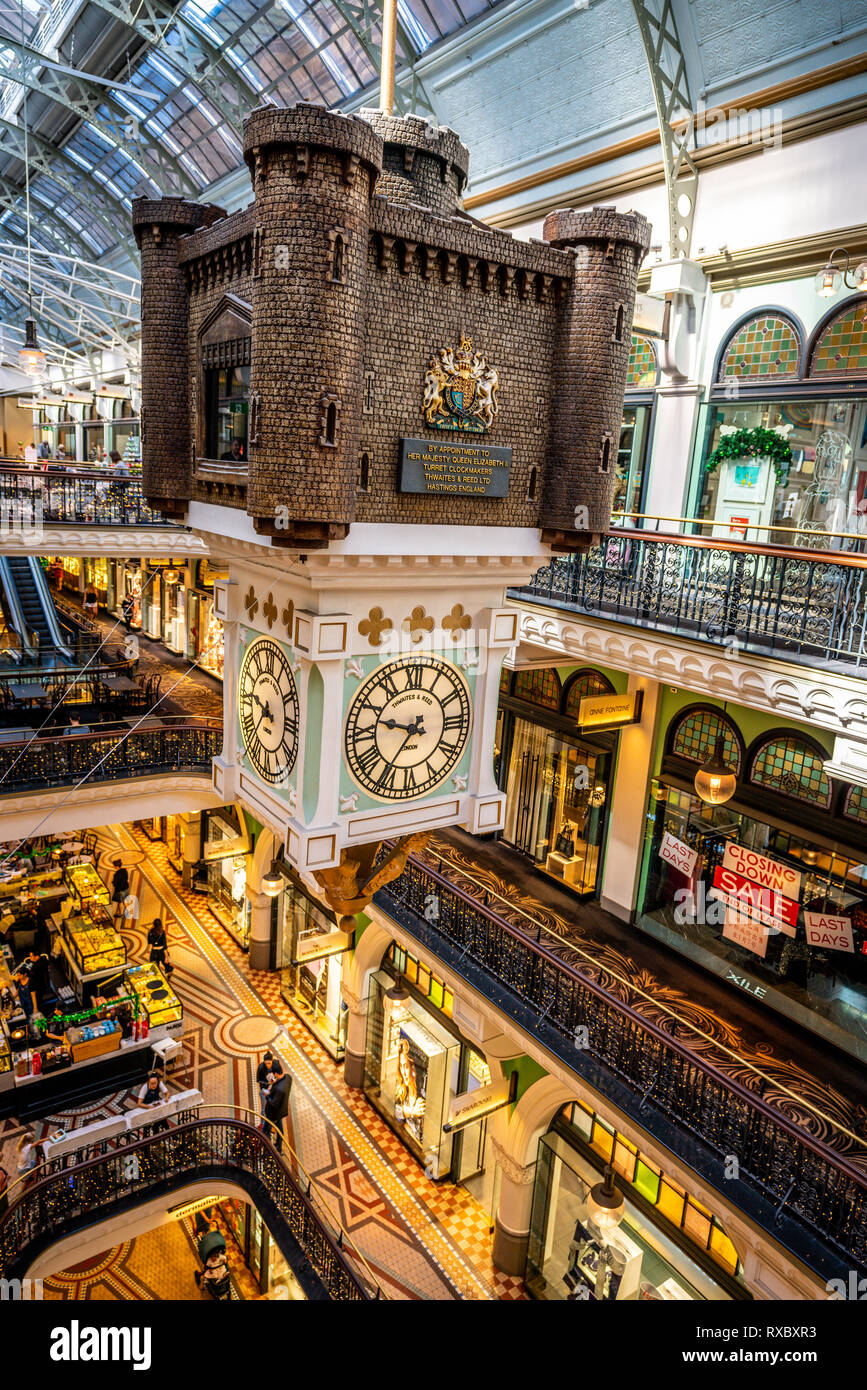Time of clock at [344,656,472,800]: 9:35
